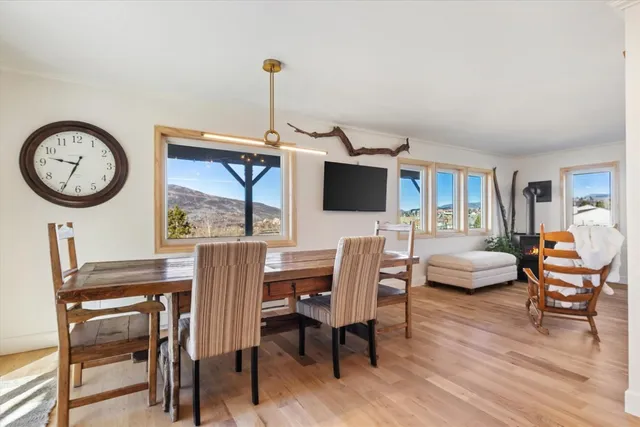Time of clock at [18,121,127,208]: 9:34
